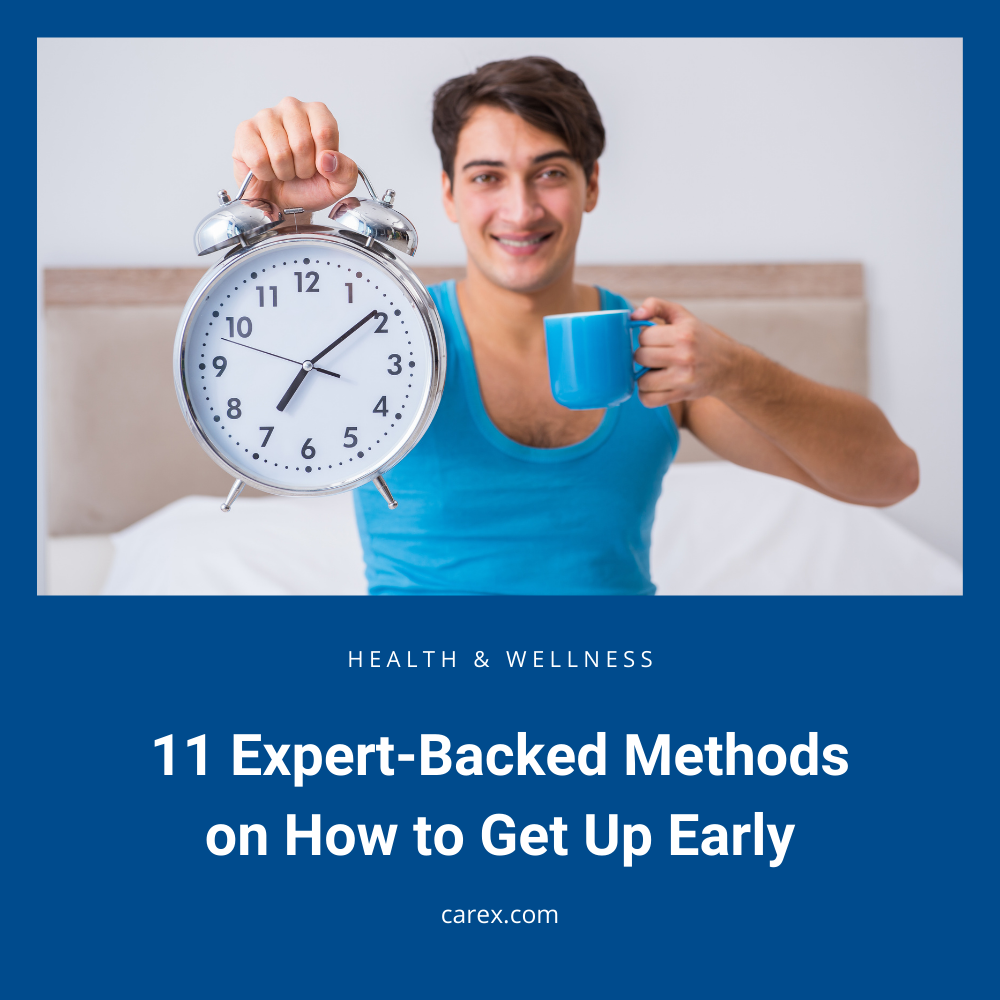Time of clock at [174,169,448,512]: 7:08
